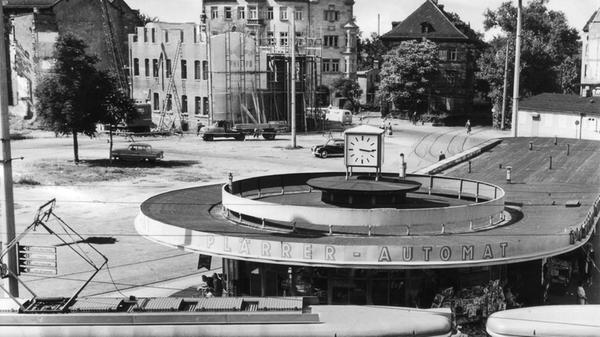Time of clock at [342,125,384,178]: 3:15
